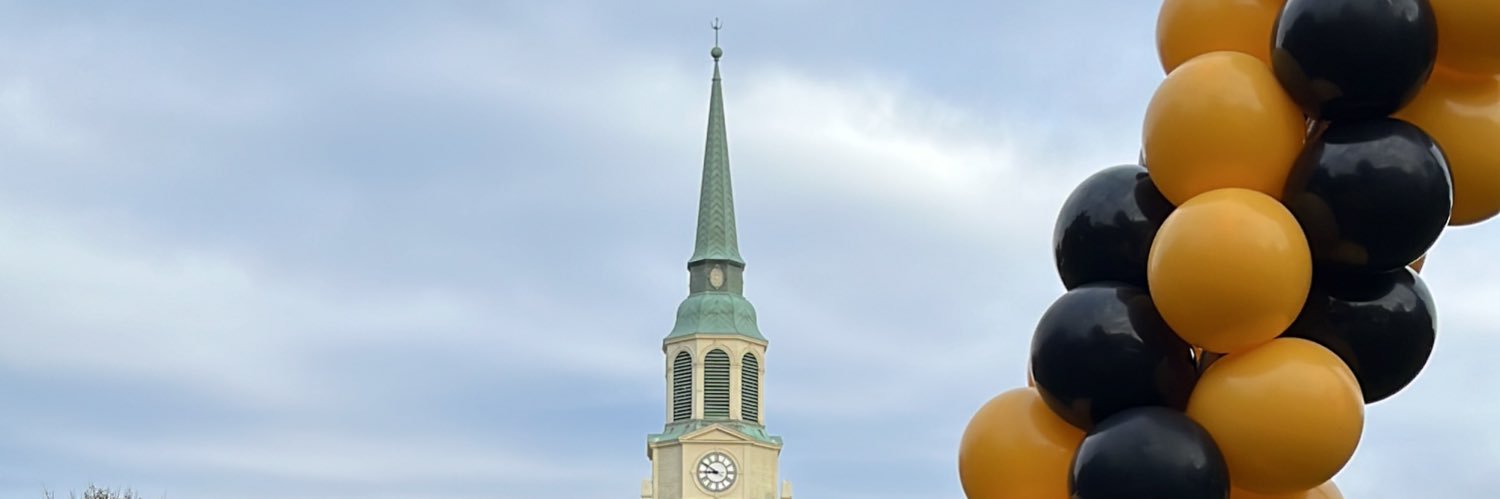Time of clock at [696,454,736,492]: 8:50
